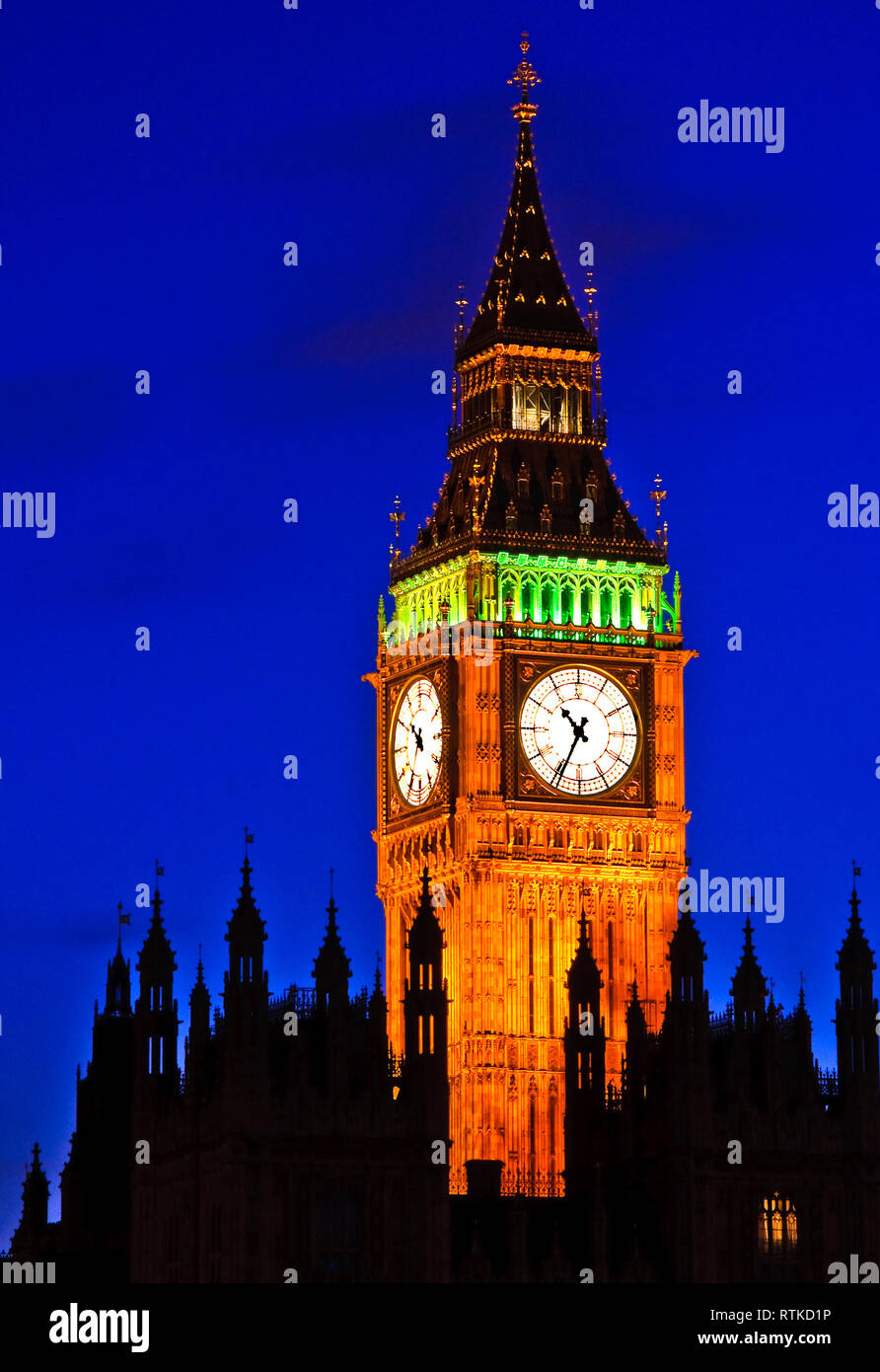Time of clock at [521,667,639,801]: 10:34
